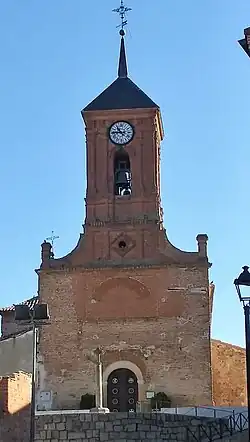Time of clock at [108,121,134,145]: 10:44
